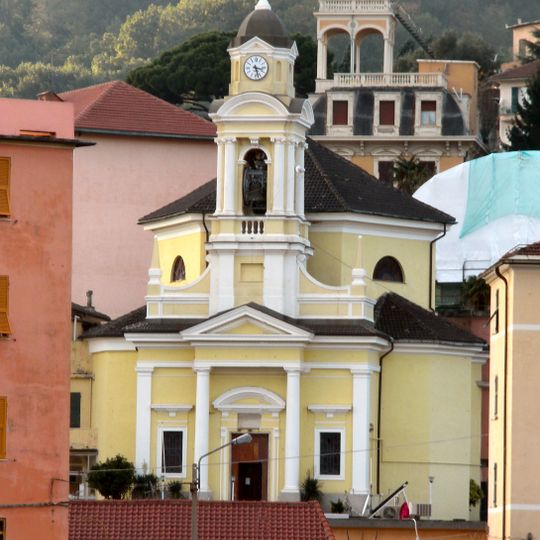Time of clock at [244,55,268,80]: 3:27
